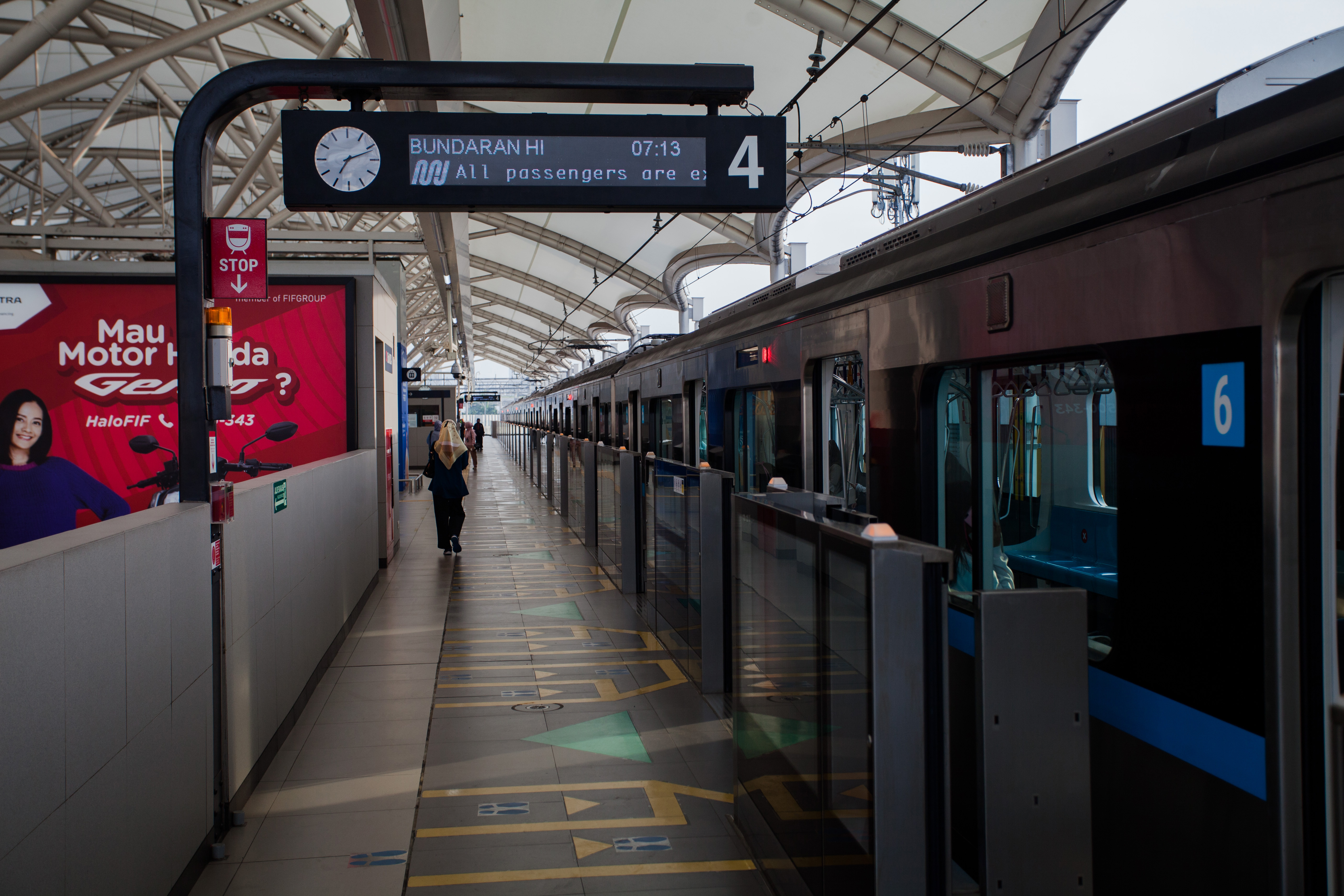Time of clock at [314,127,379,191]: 7:11
